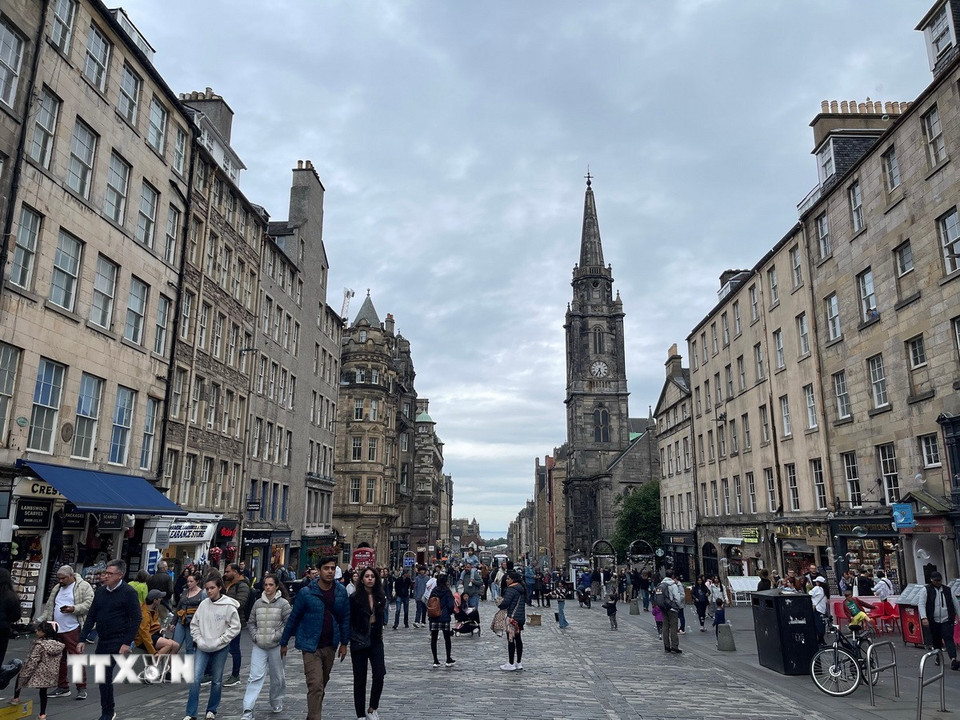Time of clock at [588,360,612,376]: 5:35
